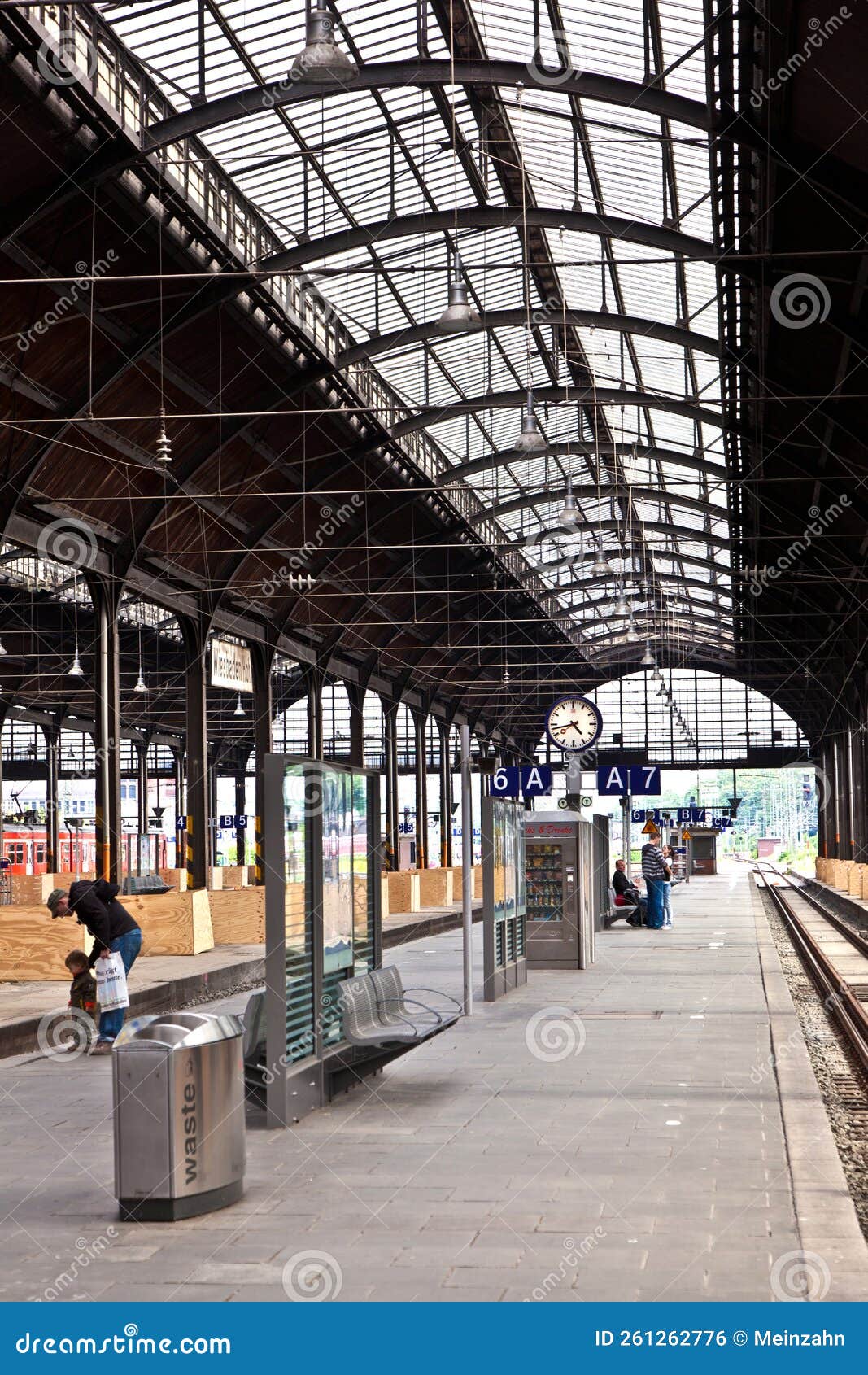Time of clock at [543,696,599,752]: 4:42
